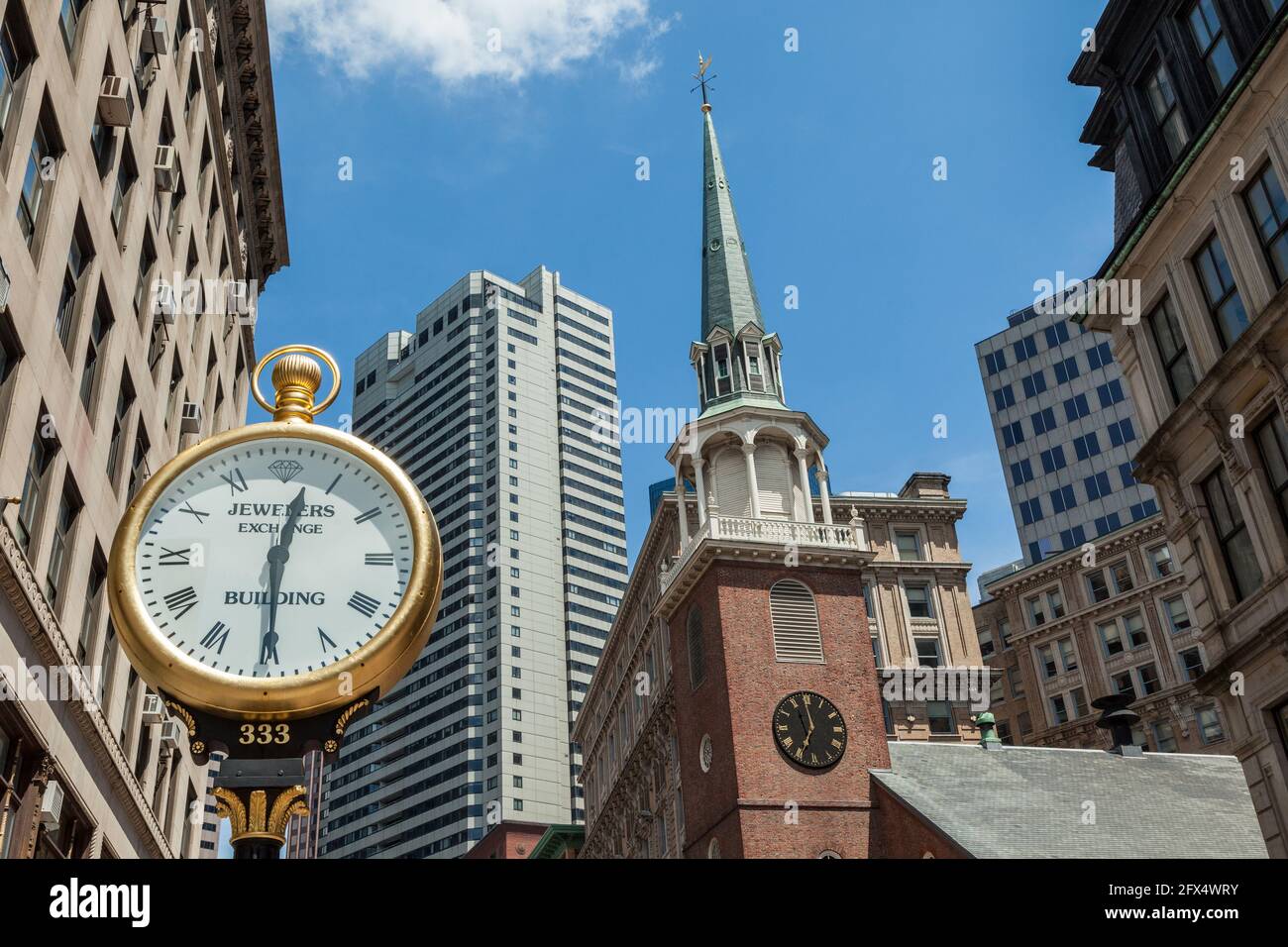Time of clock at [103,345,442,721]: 12:30
